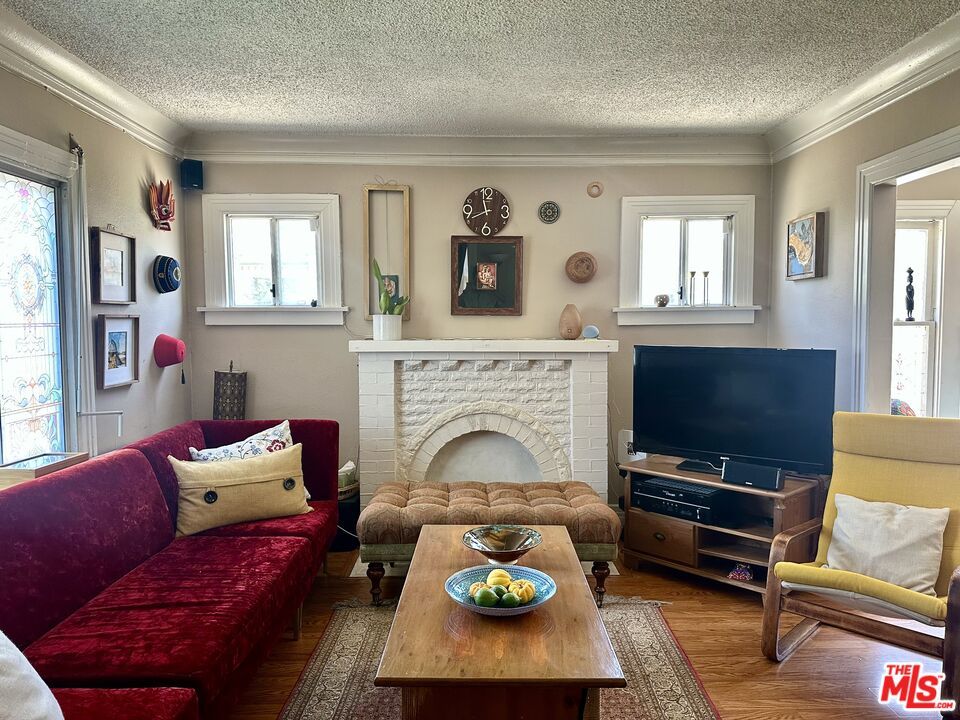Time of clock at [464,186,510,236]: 11:40
